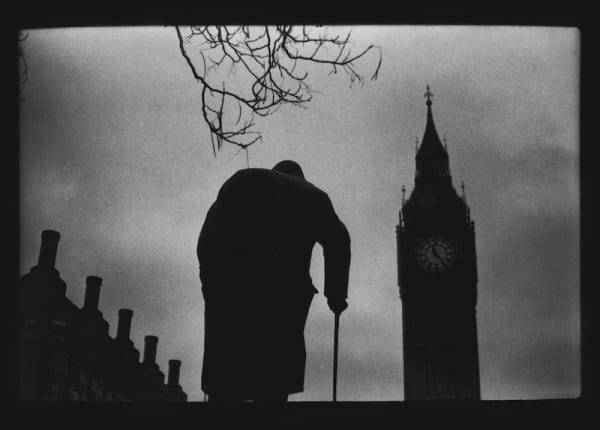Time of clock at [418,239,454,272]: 11:23
